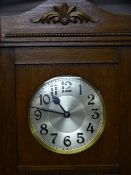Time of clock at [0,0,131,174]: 10:47
